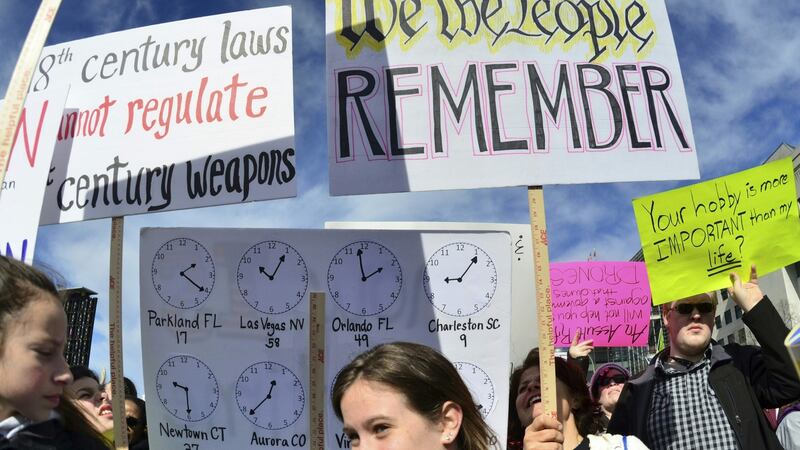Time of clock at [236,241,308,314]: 10:05
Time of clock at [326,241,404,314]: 1:58
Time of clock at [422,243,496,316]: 9:06
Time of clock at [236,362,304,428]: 12:37
